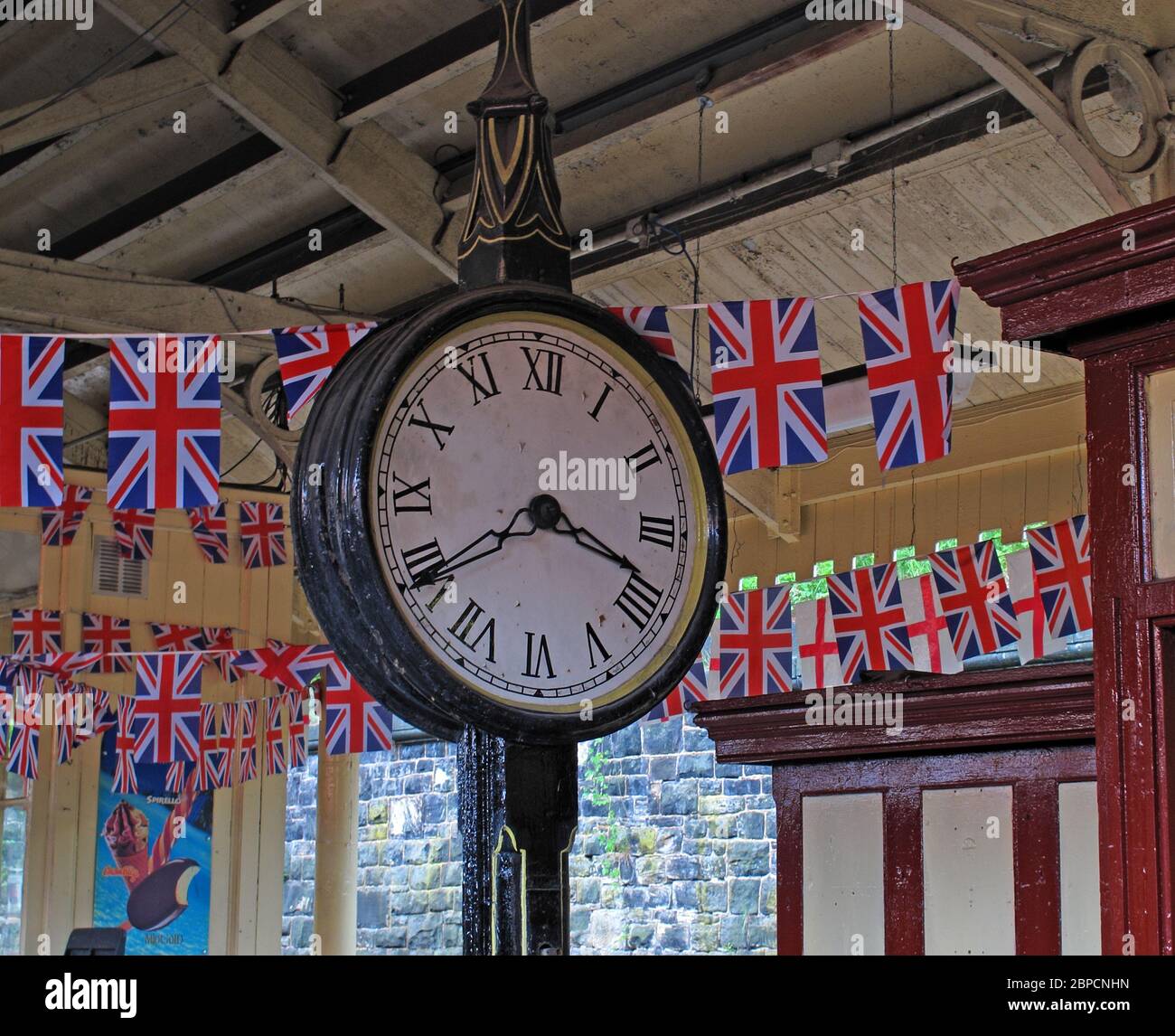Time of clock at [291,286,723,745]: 3:39
